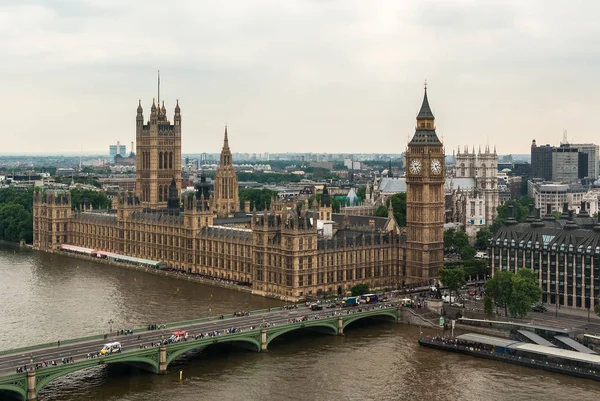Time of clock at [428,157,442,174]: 2:24
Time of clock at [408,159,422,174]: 2:25
